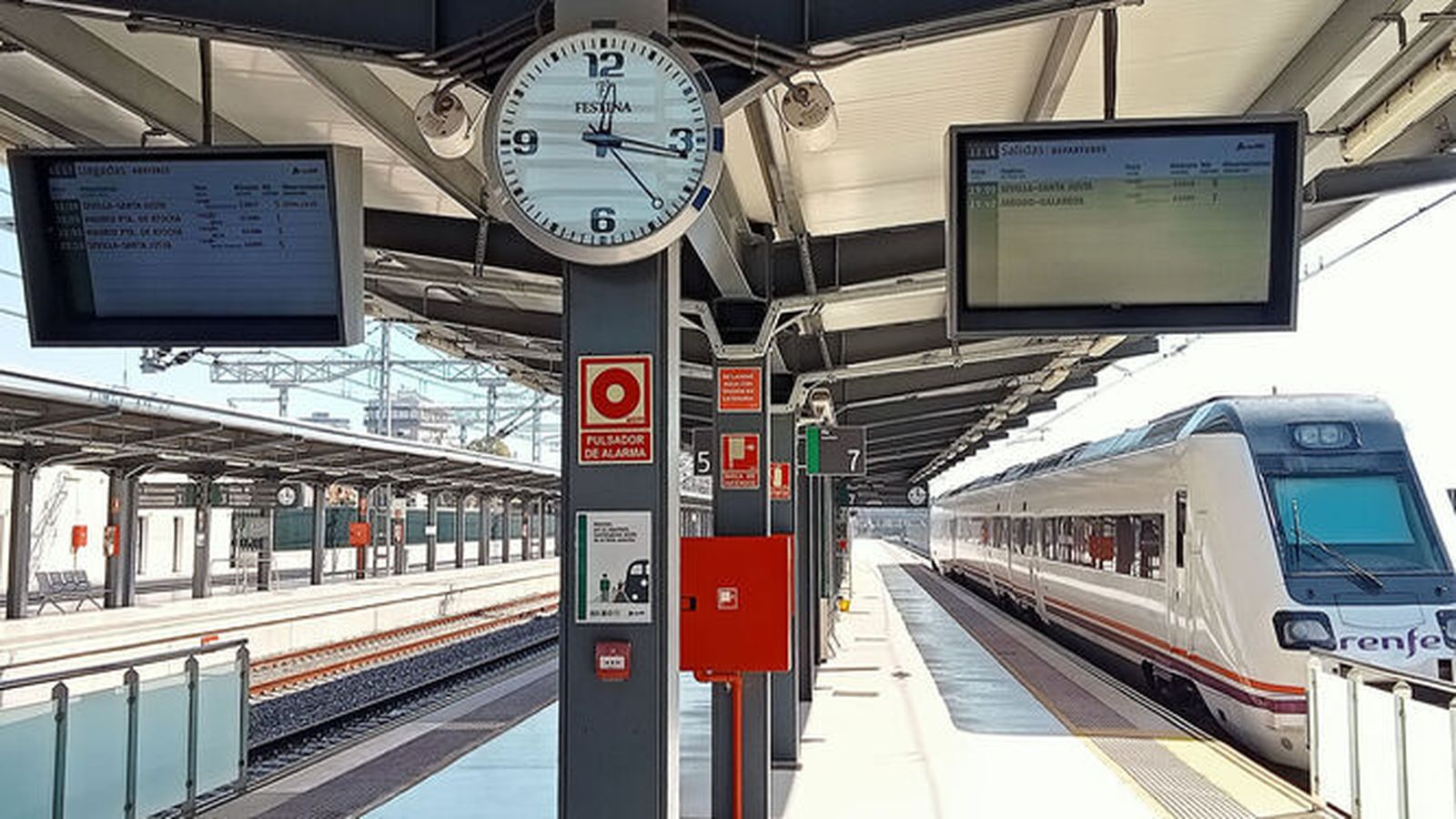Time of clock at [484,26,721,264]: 12:16
